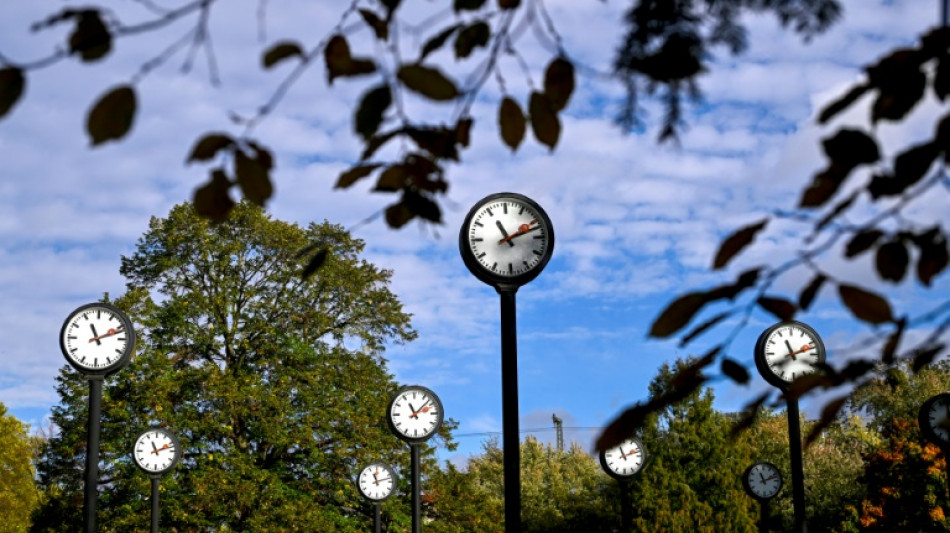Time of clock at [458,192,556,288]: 11:11
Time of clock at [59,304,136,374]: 11:11
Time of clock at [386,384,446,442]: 11:07
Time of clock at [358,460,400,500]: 11:12
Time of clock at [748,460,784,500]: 11:11
